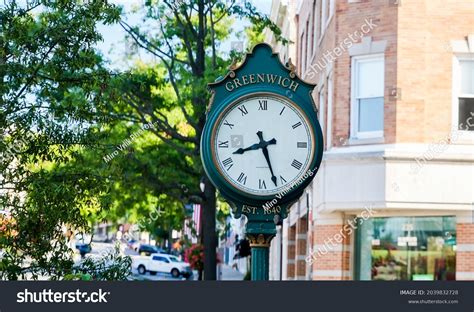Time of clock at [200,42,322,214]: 8:26
